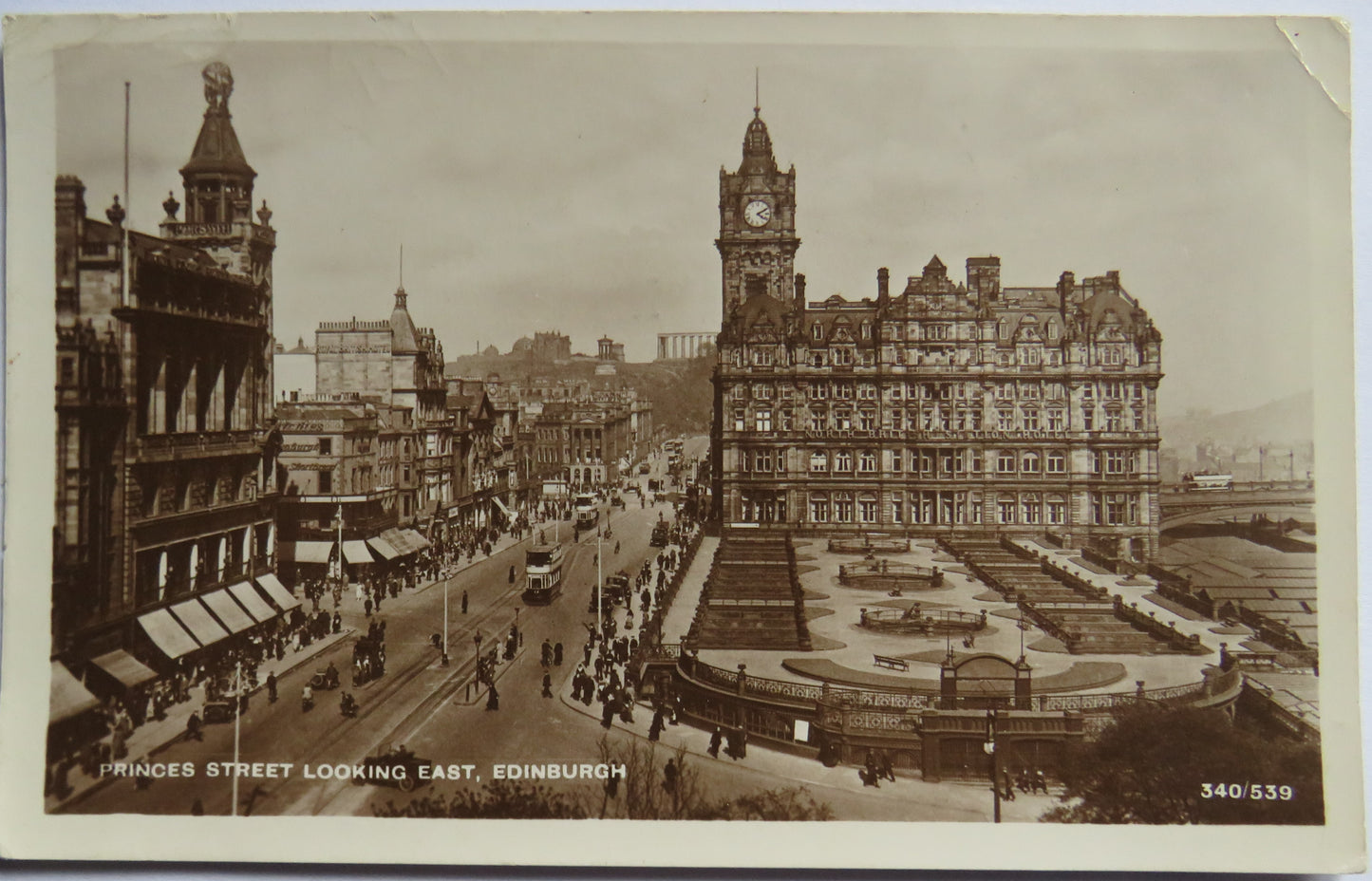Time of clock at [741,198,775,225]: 4:10
